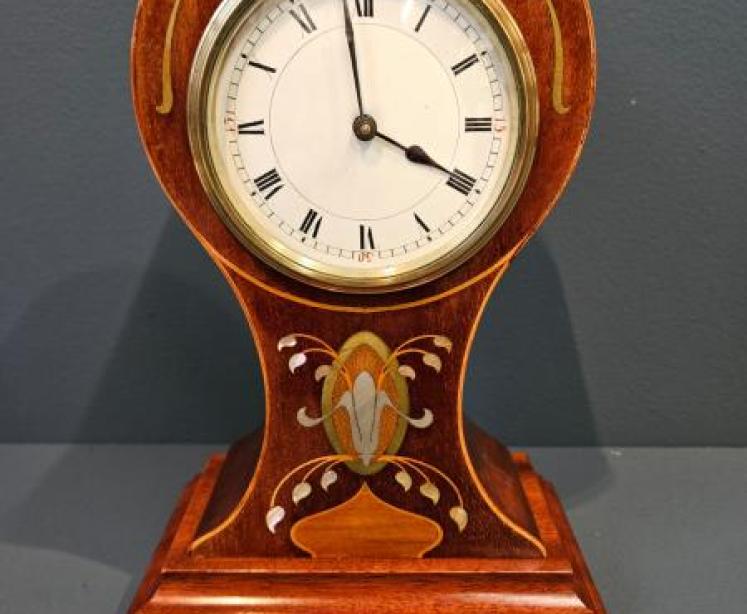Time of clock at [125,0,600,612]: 3:58
